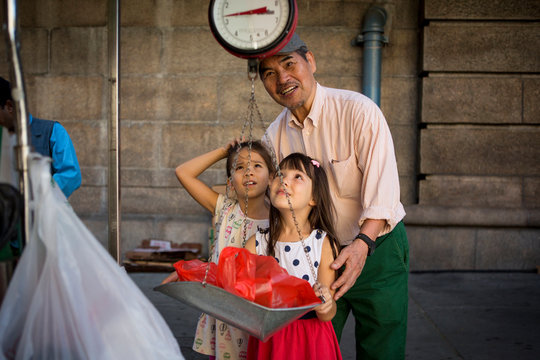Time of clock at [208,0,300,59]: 2:42
